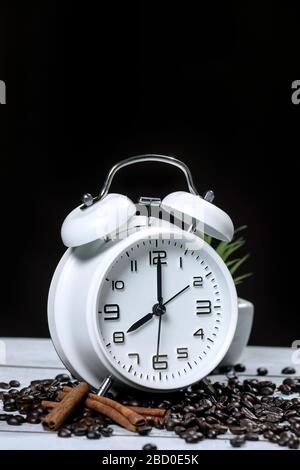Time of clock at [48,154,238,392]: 8:00
